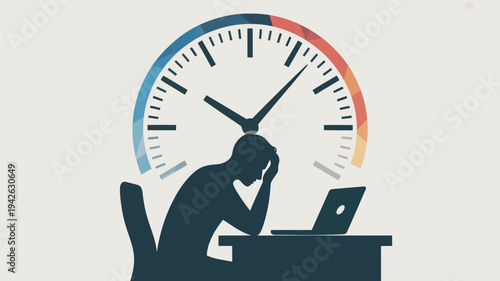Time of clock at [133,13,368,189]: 10:07
